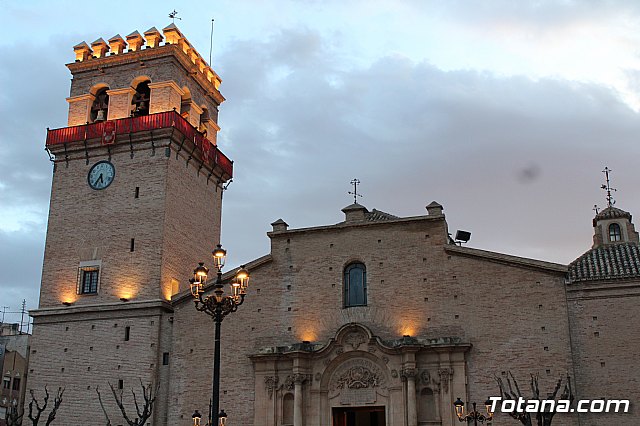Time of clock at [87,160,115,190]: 5:35
